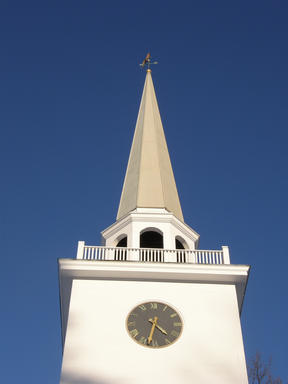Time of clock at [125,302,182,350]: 4:32
